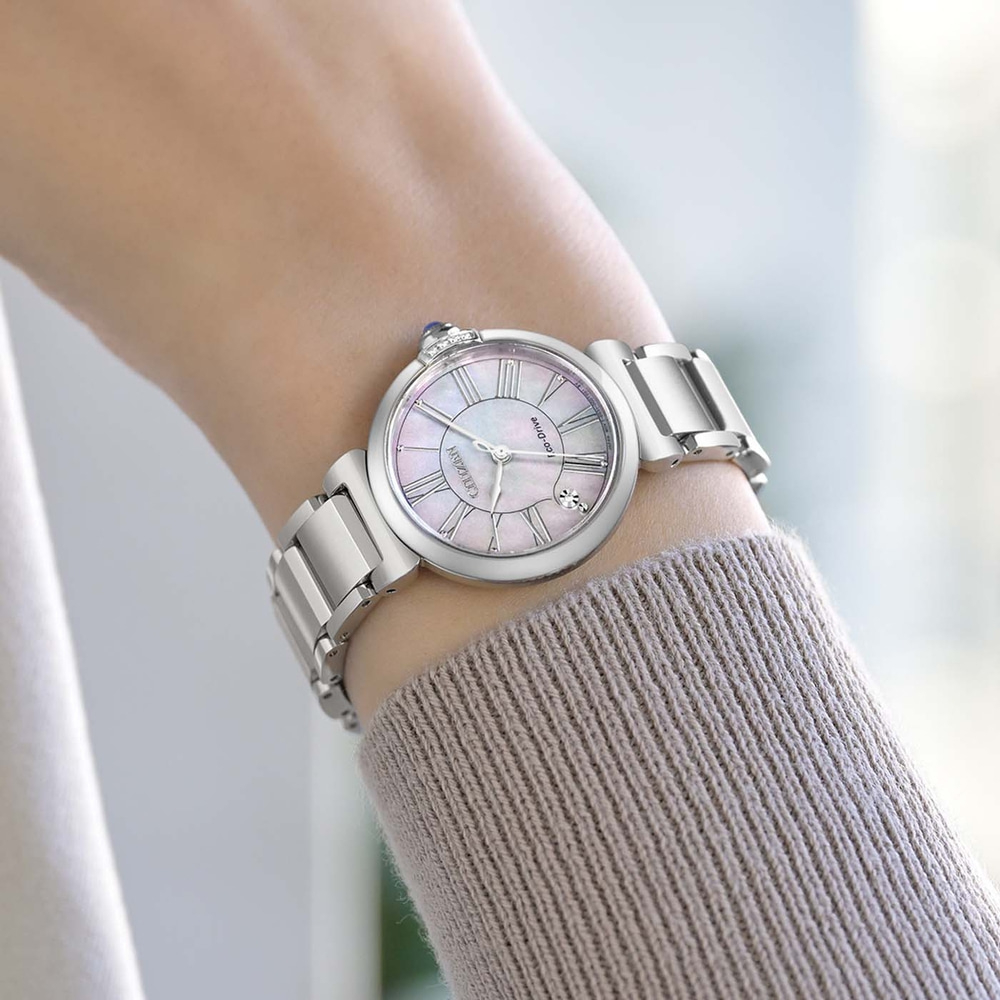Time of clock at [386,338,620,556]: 6:14
